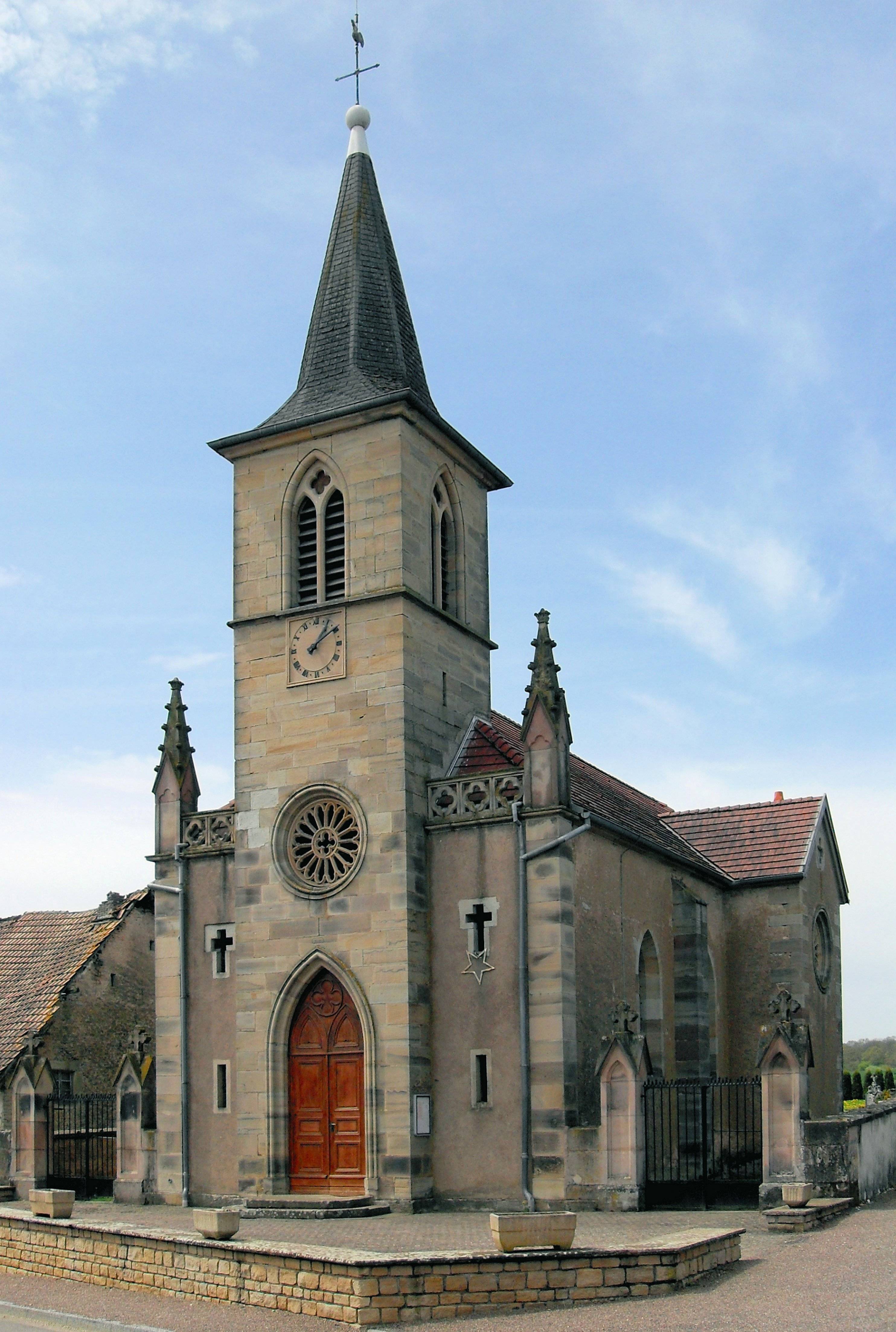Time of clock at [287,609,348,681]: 1:09
